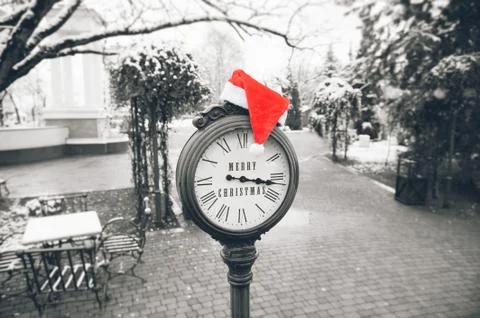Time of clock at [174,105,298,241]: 3:16
